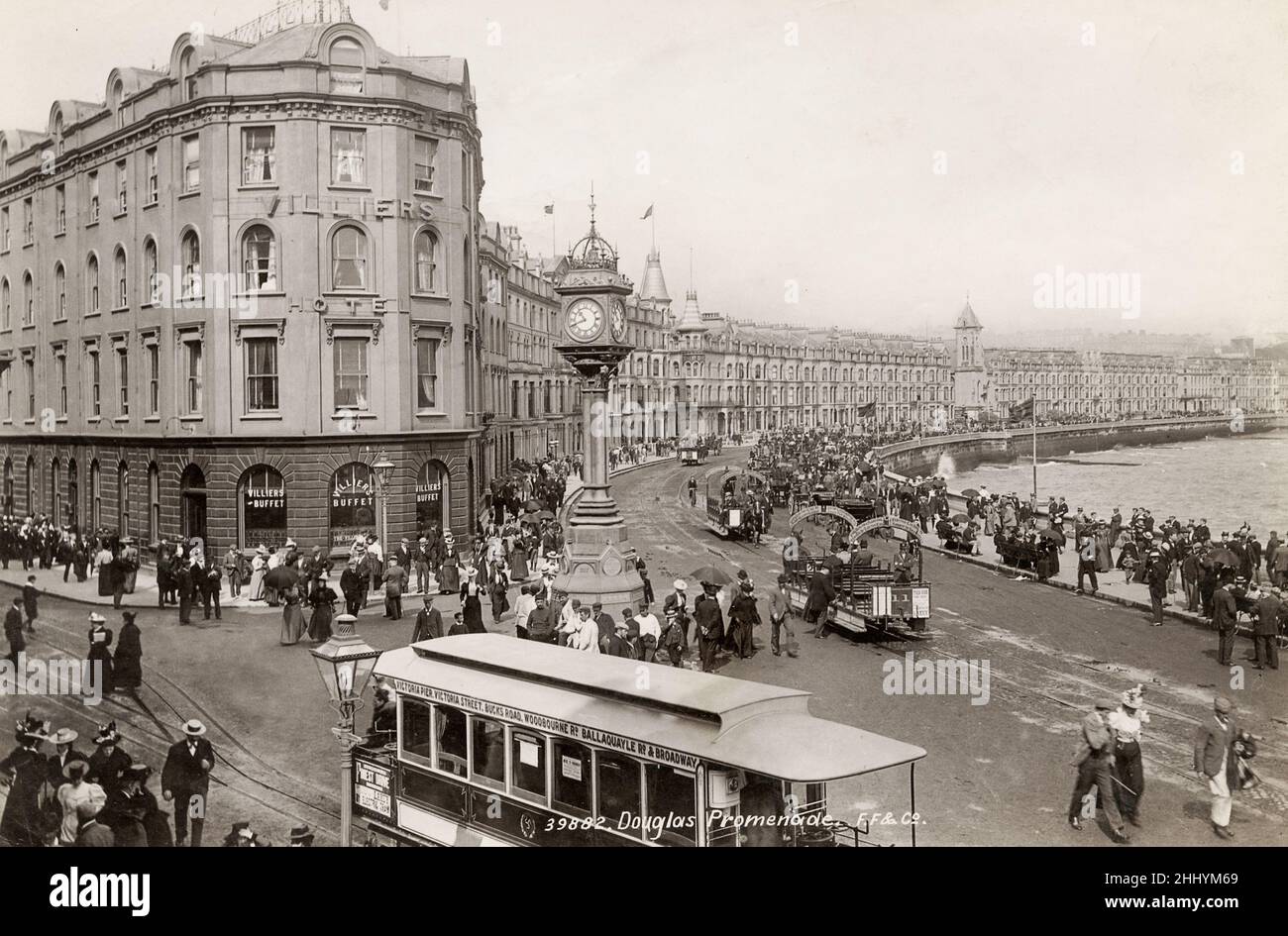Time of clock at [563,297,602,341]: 10:41
